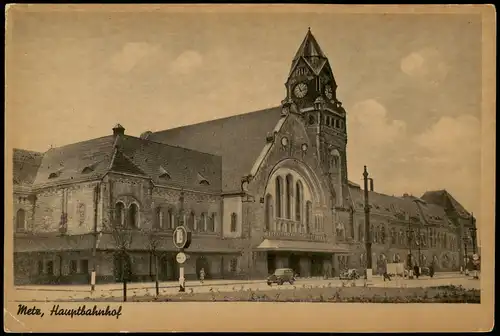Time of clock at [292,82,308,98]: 11:12
